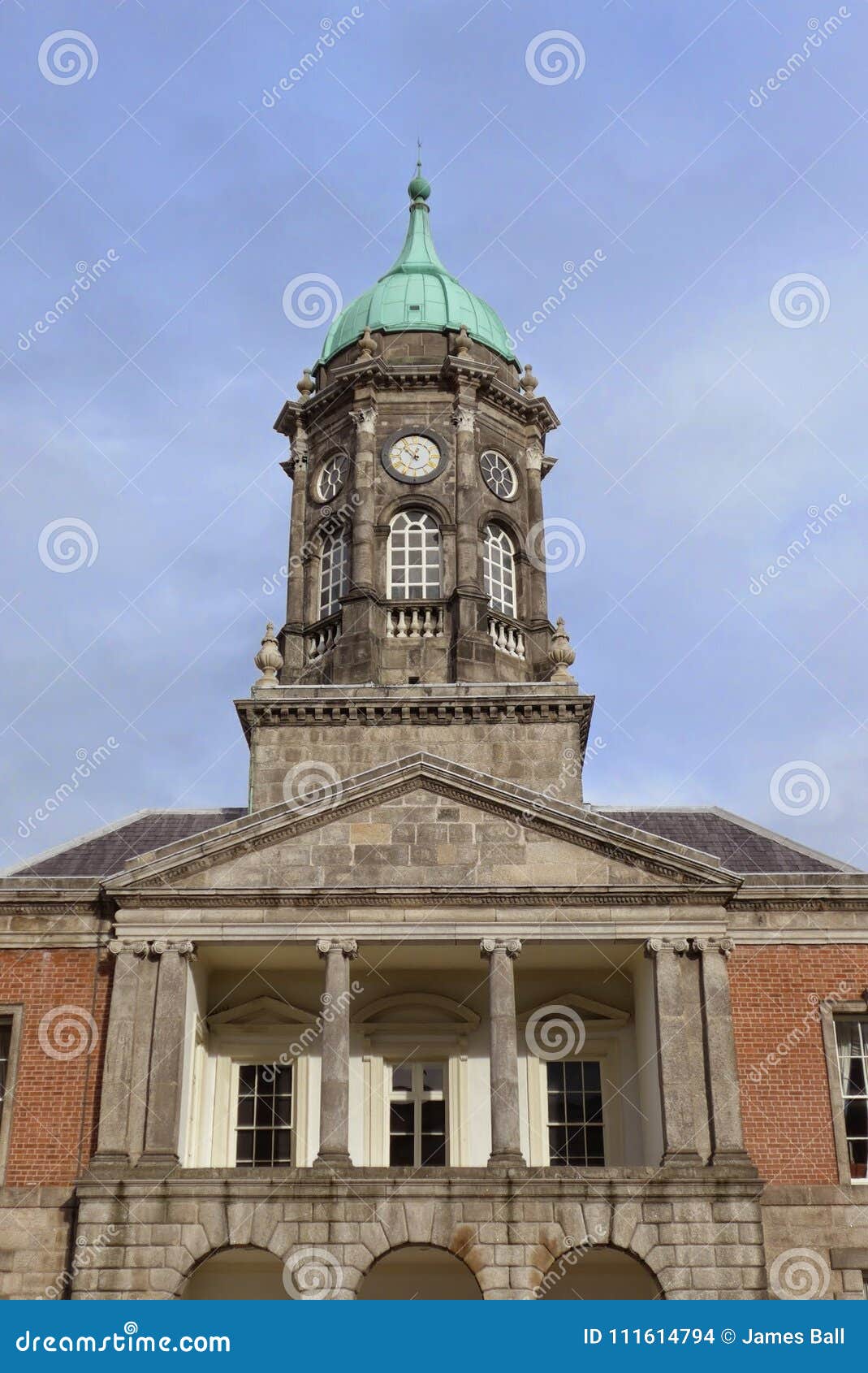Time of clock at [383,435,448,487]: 12:52
